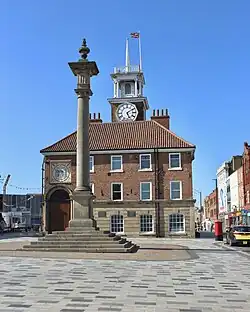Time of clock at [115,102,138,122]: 5:09
